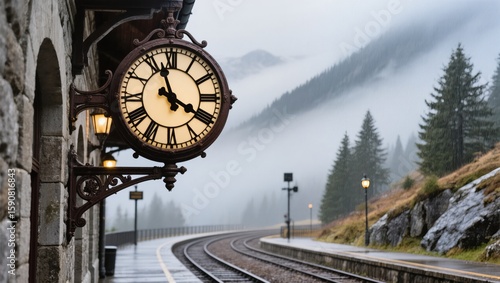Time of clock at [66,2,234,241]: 3:57
